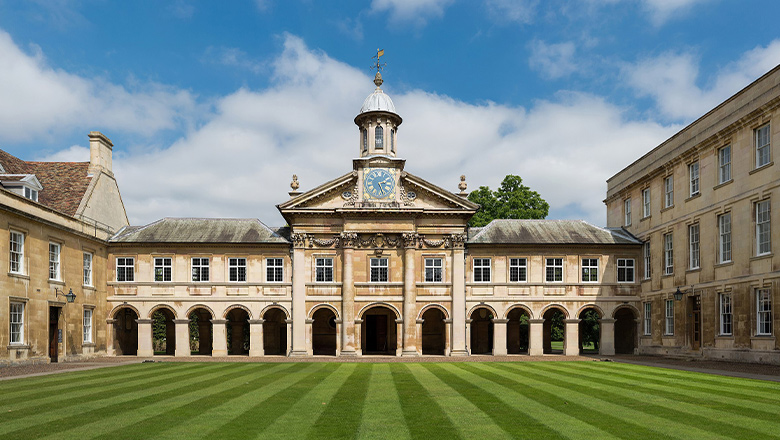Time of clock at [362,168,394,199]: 2:26
